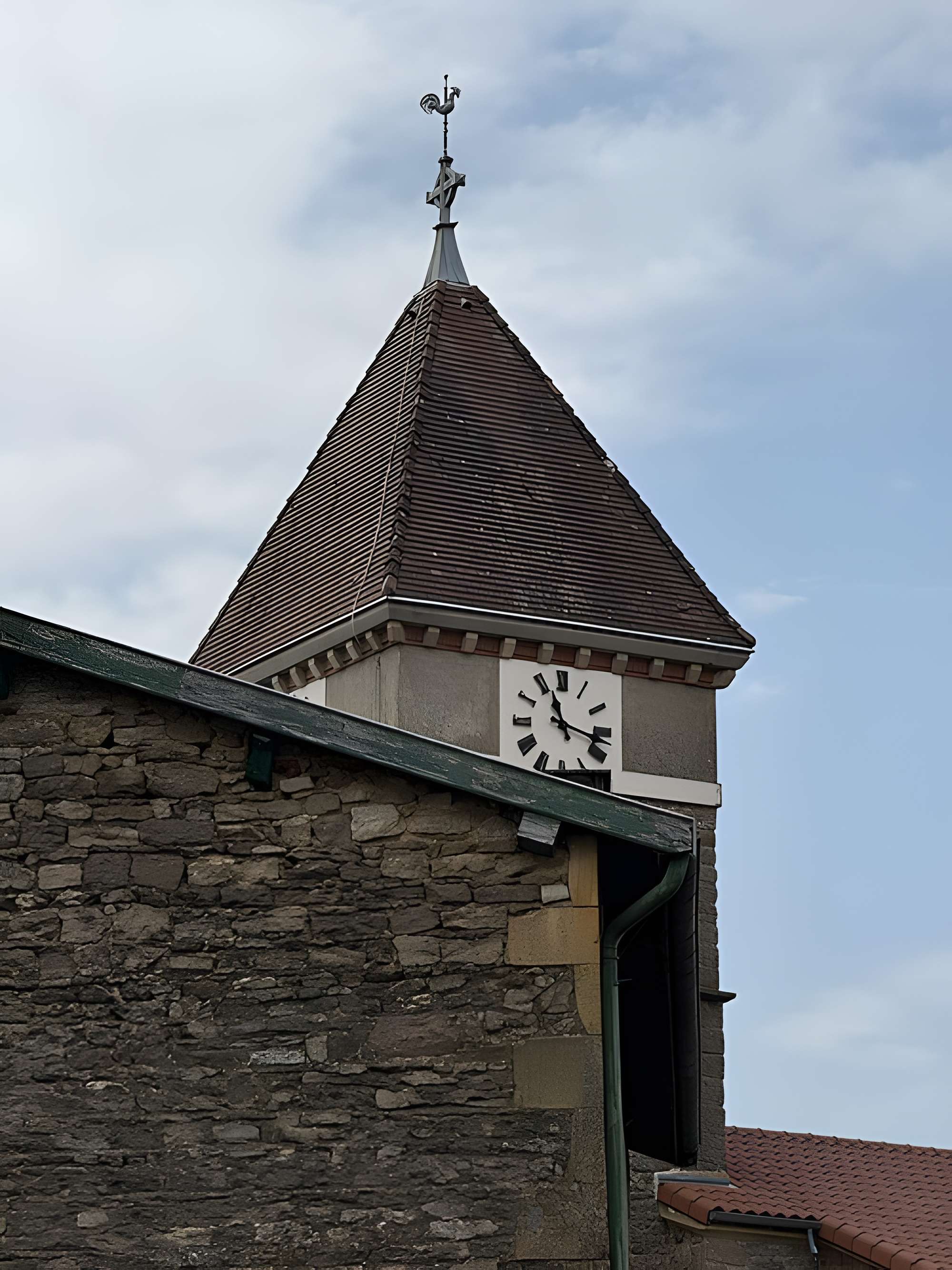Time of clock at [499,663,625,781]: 11:17
